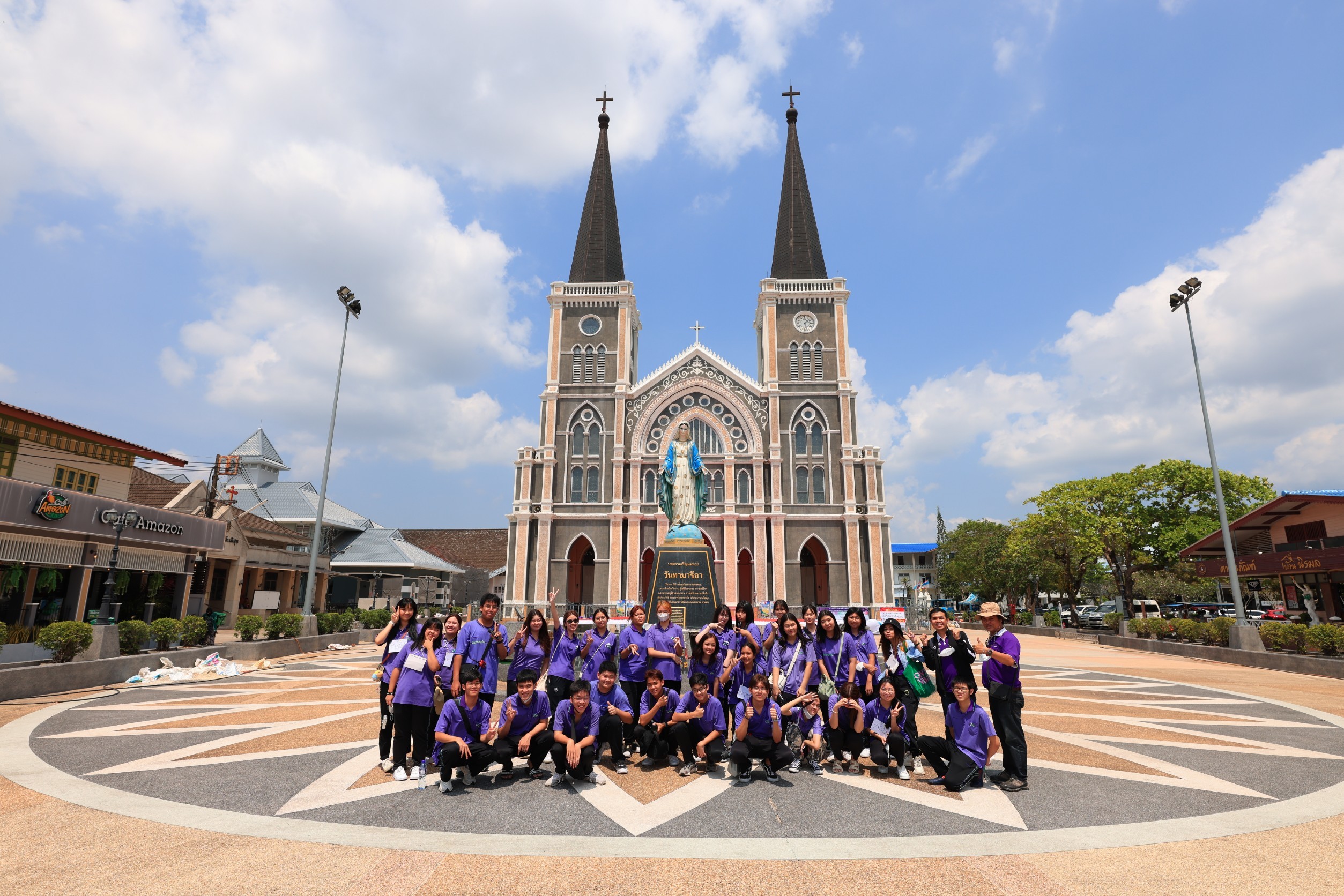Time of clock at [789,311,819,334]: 1:26
